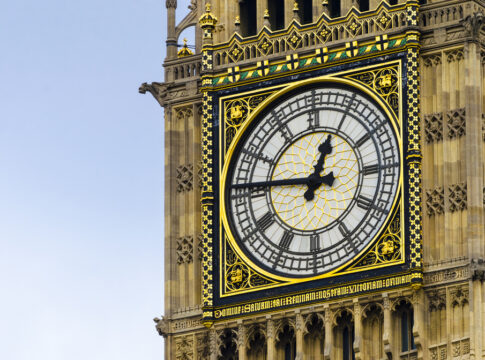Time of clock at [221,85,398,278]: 12:46
